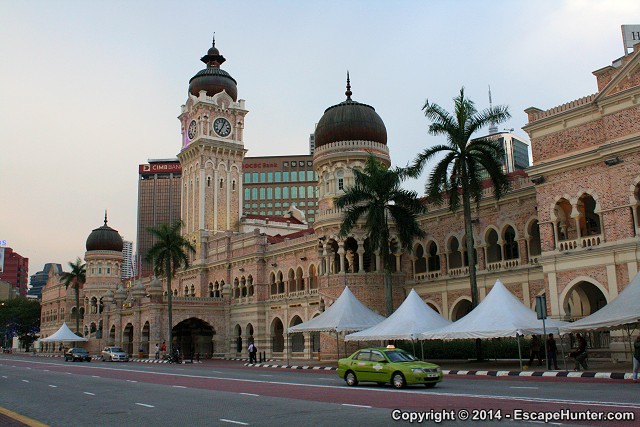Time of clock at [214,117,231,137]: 7:04
